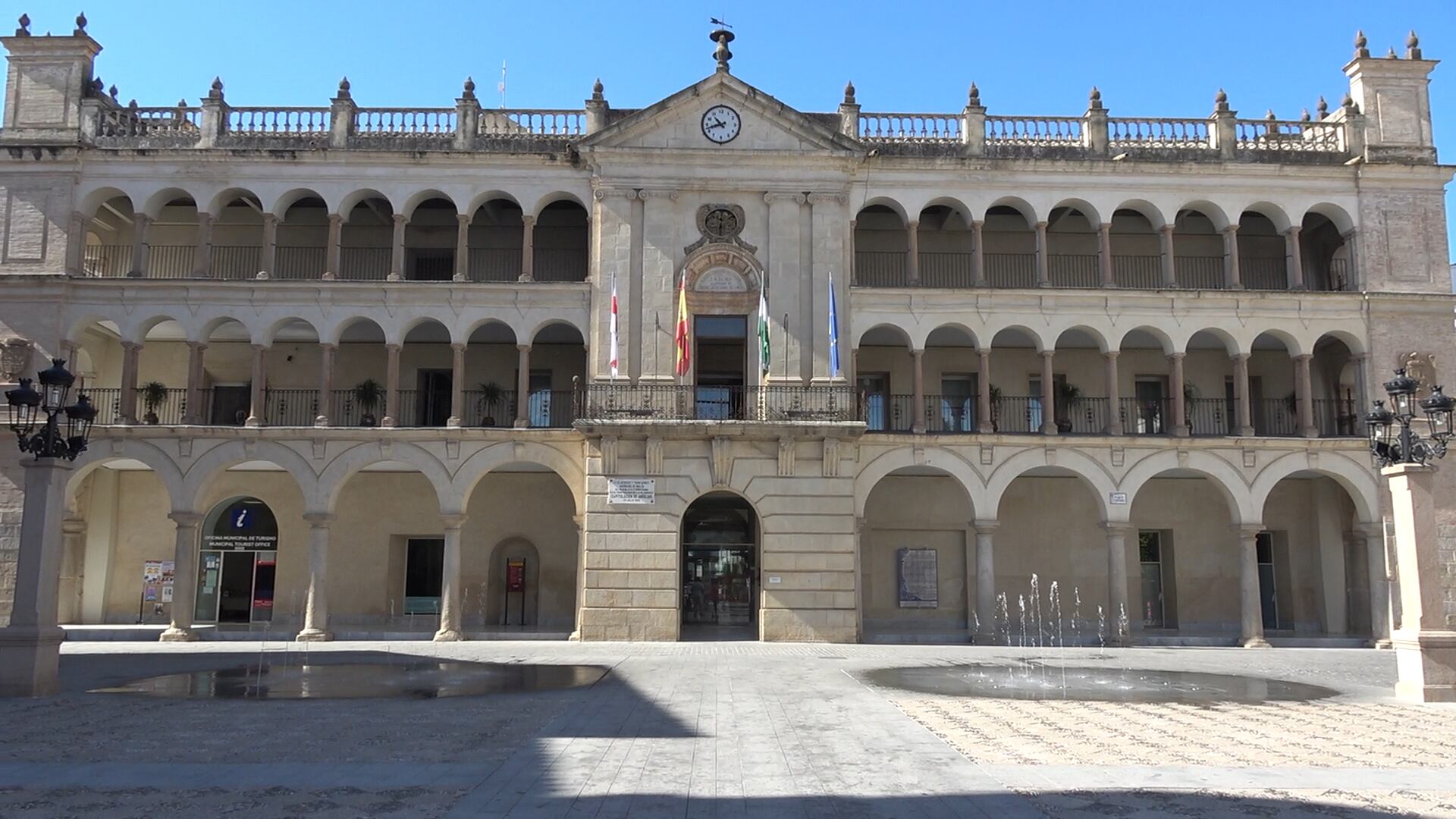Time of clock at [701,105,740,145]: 10:42
